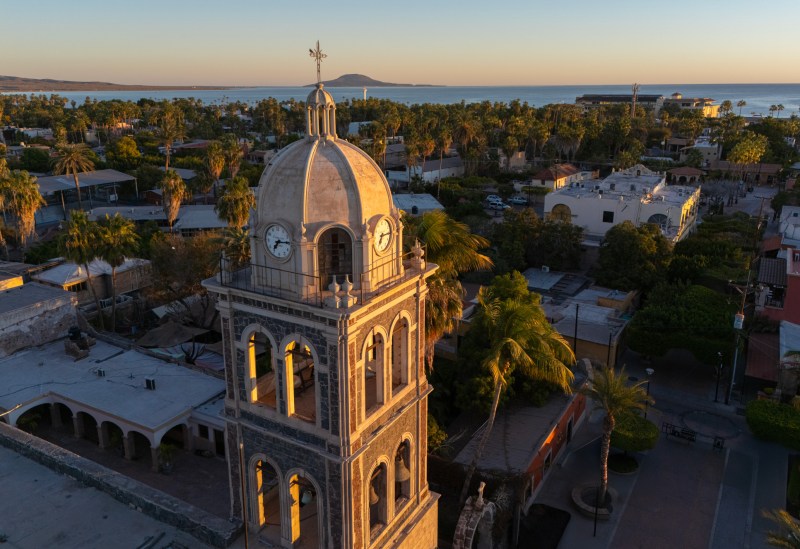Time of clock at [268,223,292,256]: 7:14
